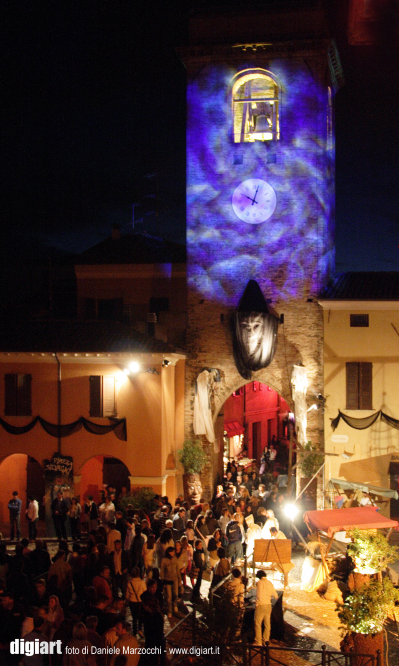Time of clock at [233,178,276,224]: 10:02
